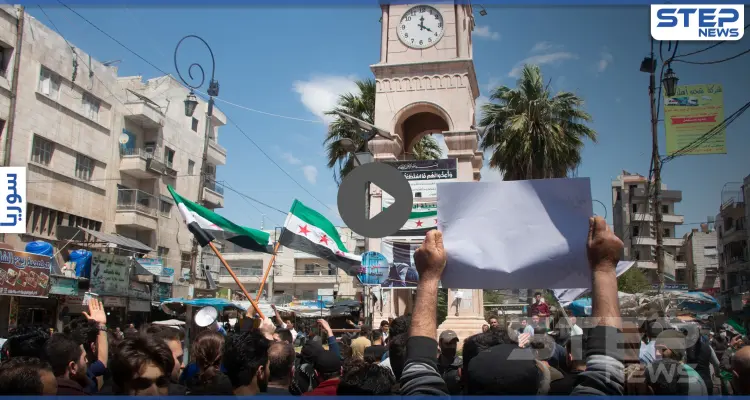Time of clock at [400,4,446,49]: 4:00
